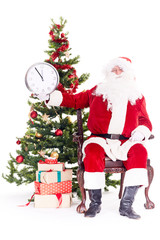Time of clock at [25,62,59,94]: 10:54
